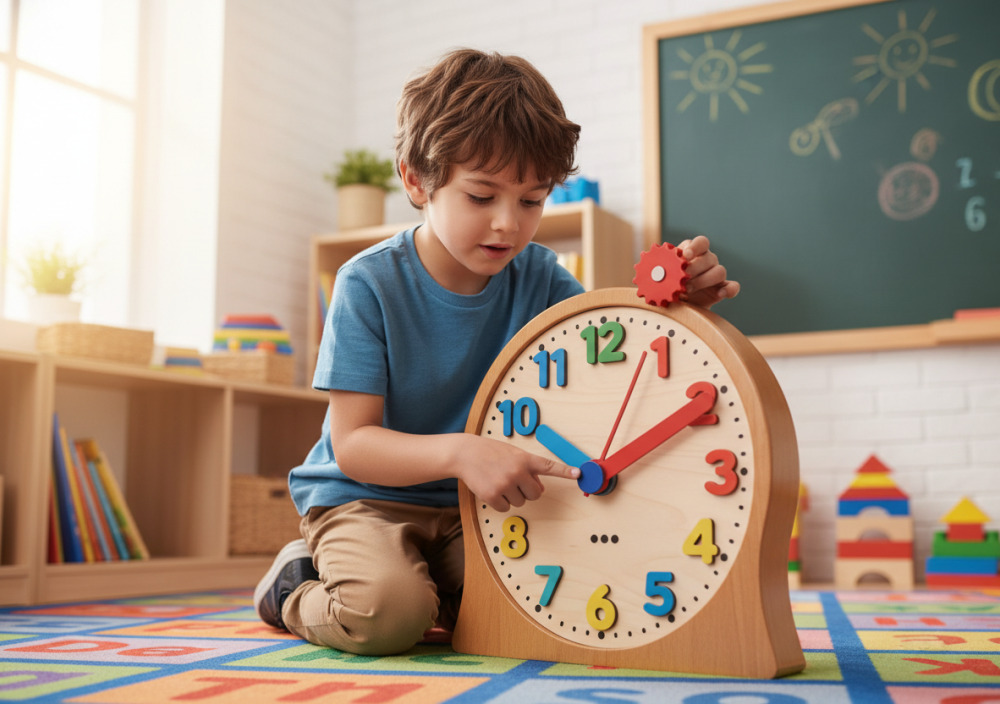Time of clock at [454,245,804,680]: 10:09
